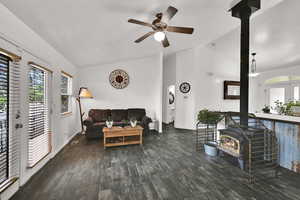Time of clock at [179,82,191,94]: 7:27
